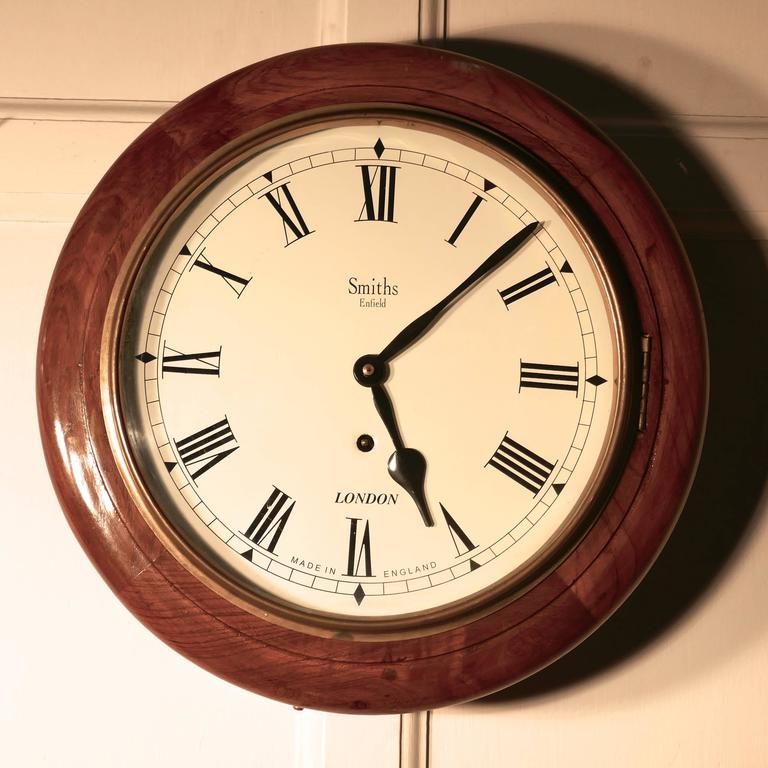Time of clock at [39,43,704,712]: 5:07
